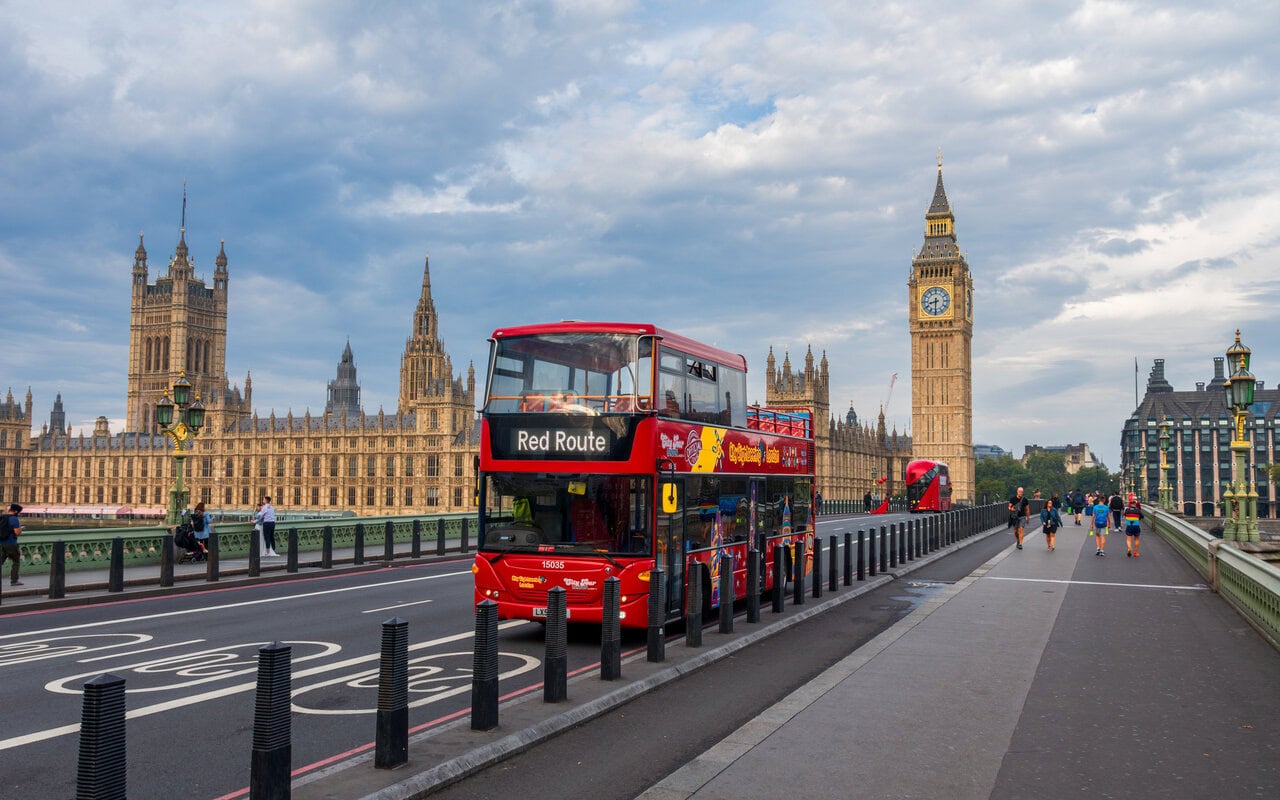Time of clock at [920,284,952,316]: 8:30
